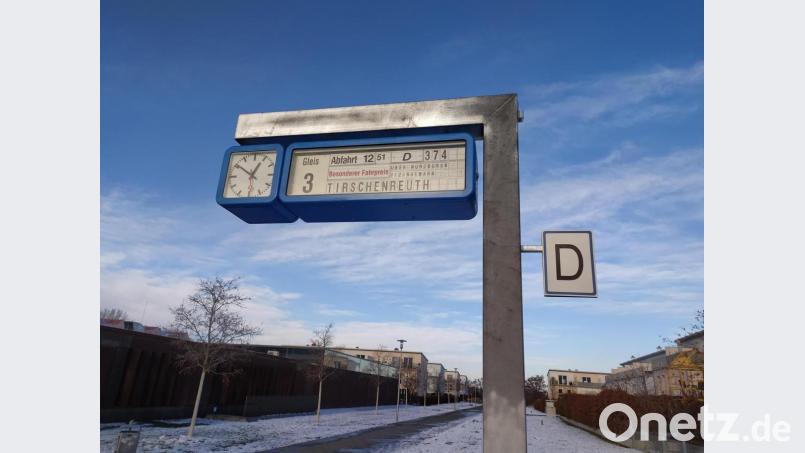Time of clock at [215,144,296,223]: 12:50
